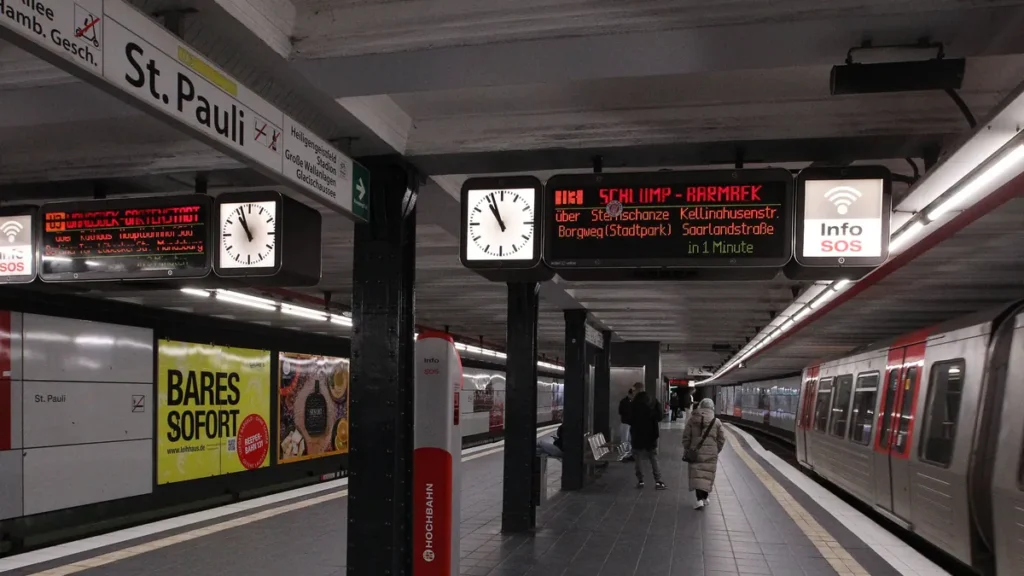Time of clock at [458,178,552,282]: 10:56
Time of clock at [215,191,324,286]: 10:56
